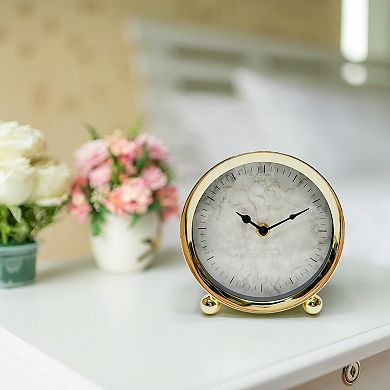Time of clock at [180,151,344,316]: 10:10
